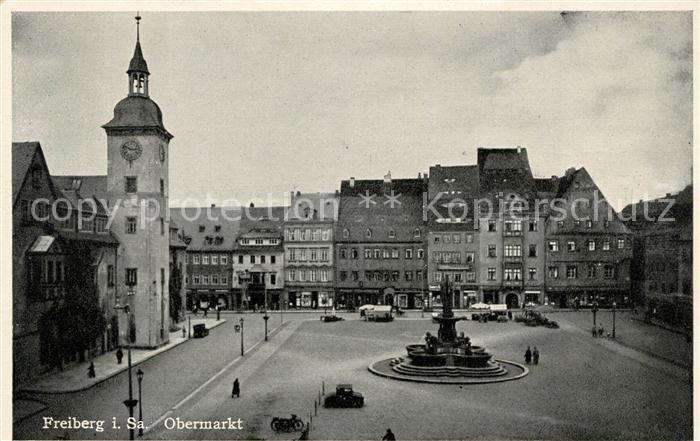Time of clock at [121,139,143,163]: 2:48
